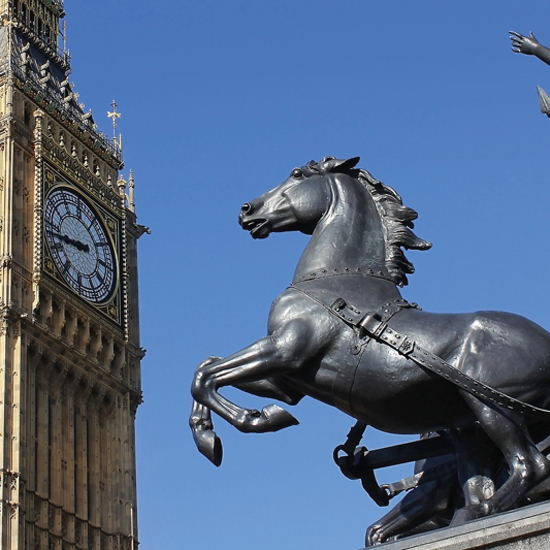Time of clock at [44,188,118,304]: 8:43
